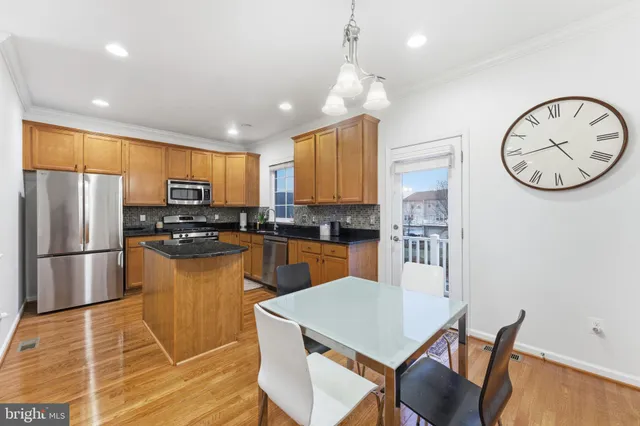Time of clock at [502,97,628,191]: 4:43
